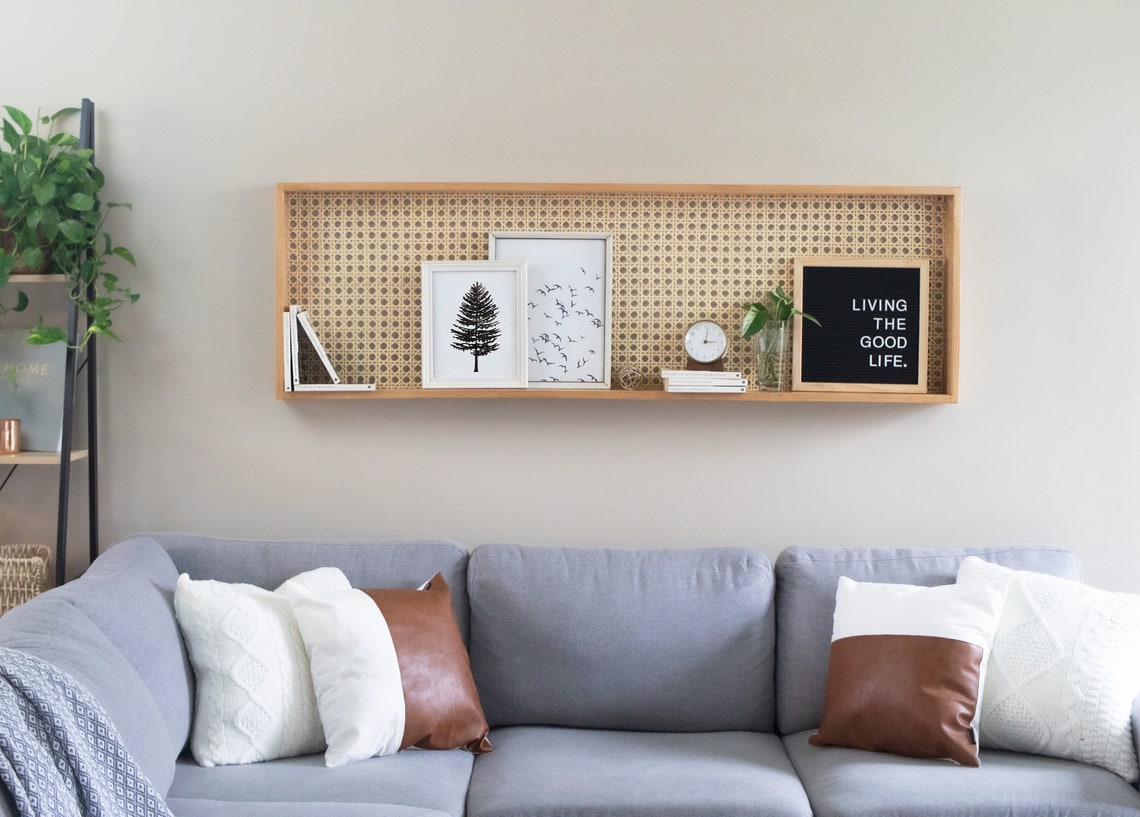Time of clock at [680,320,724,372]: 3:01
